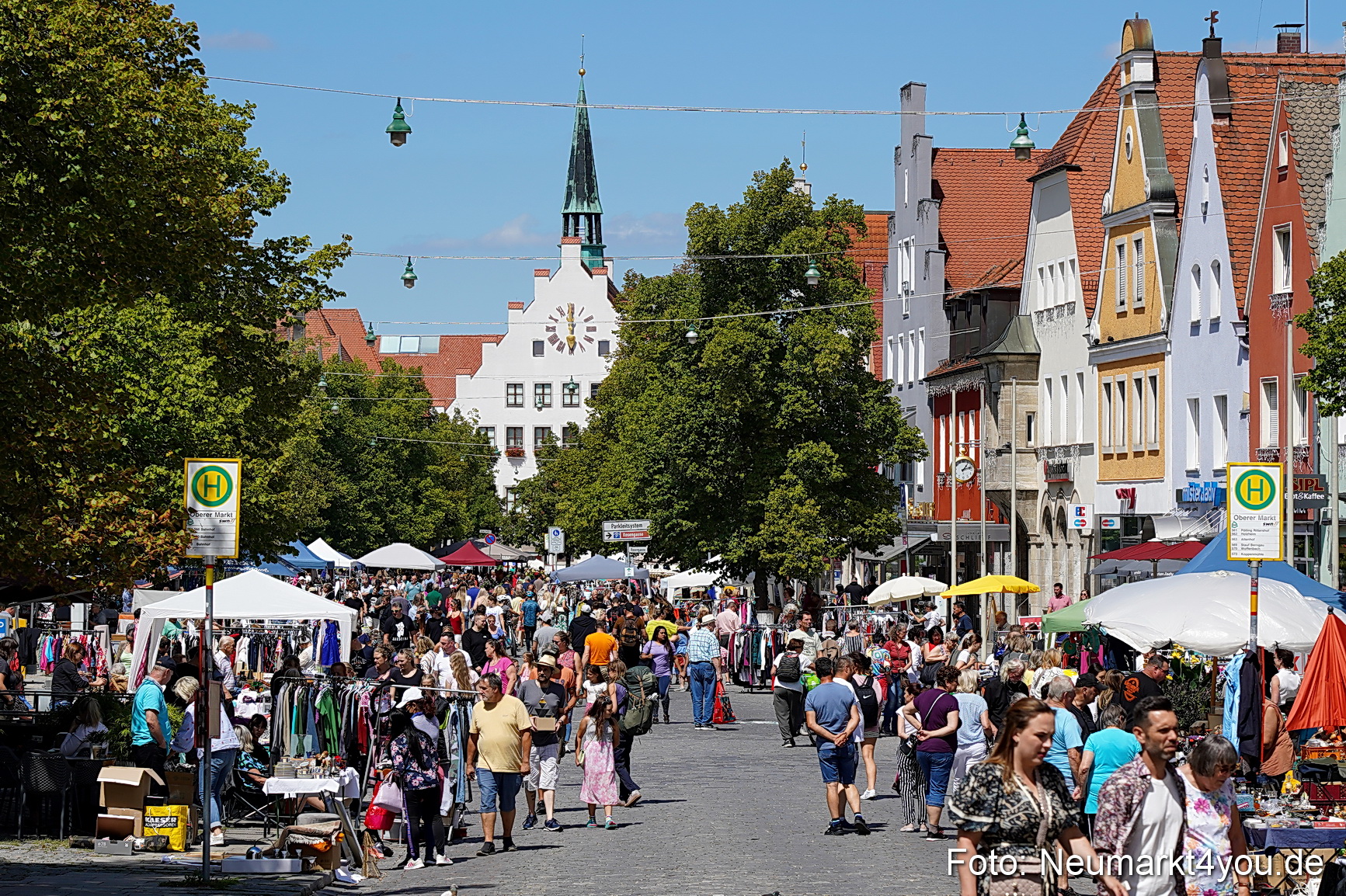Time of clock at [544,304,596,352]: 12:00
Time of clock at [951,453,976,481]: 1:12
